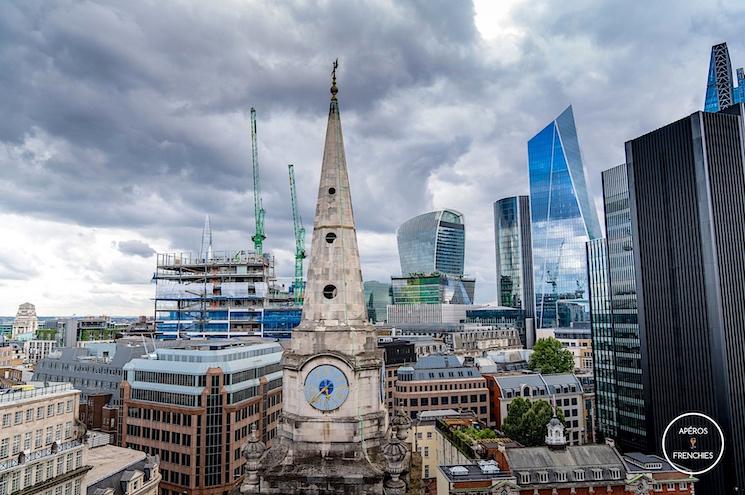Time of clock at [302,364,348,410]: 5:37
